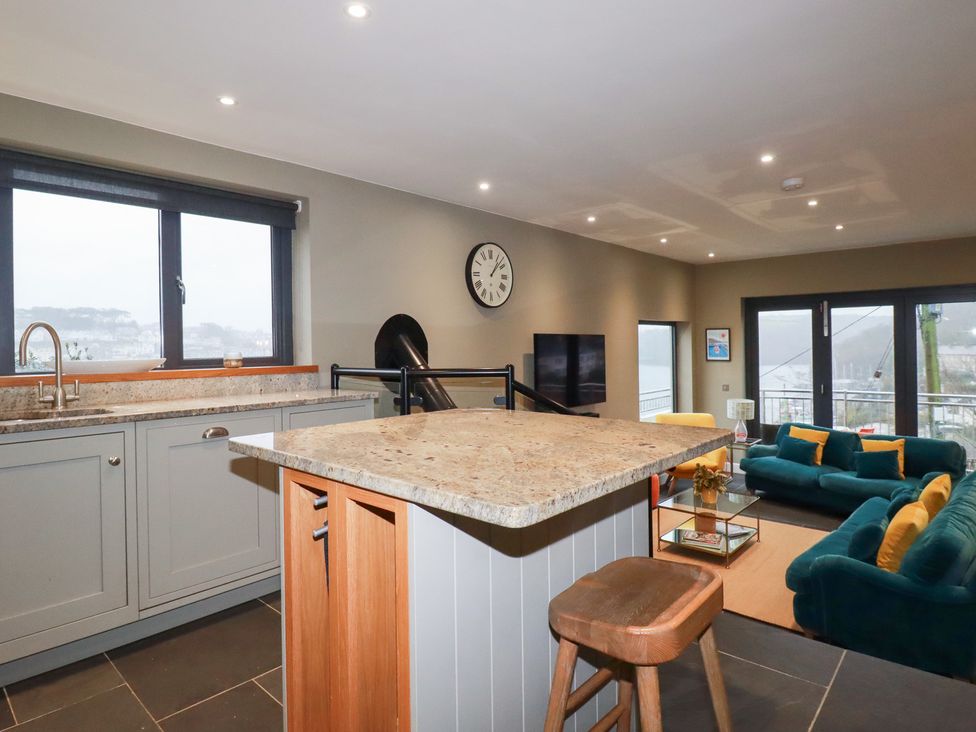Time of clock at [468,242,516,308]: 1:07
